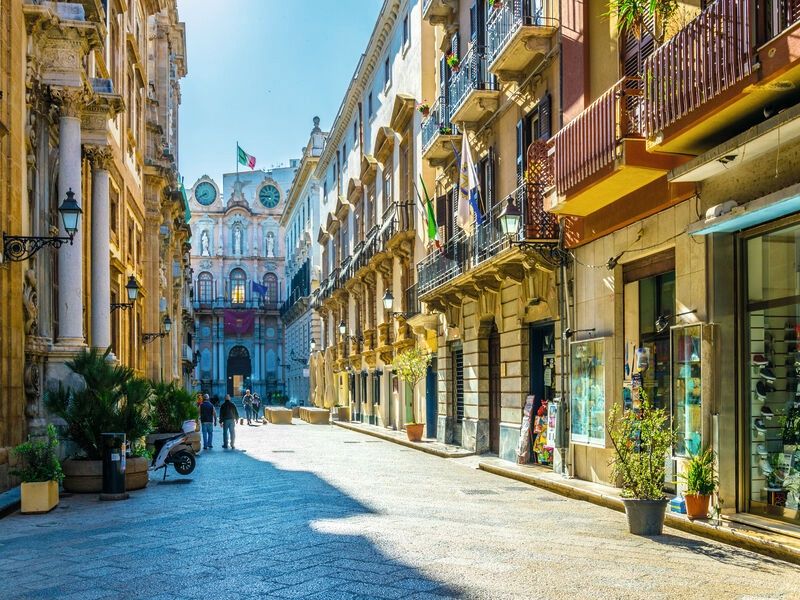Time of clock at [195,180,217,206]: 7:40
